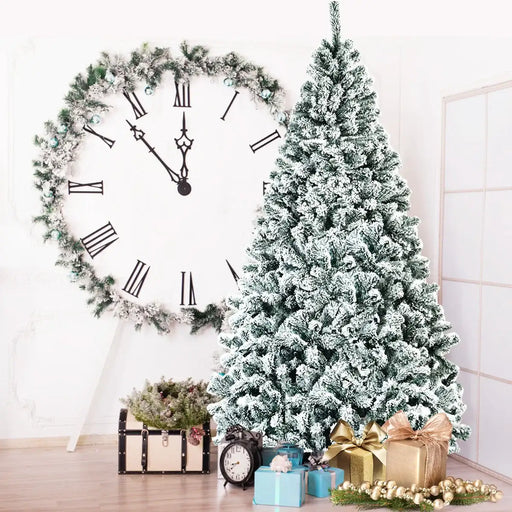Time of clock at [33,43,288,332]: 11:52
